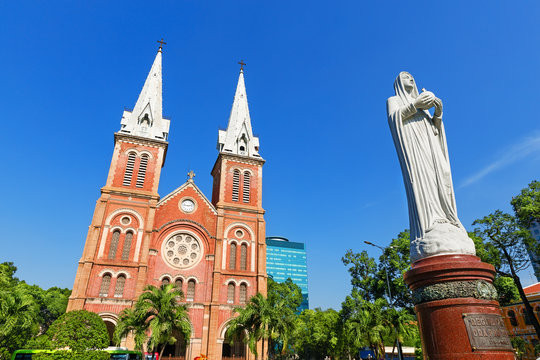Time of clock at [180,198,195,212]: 9:12
